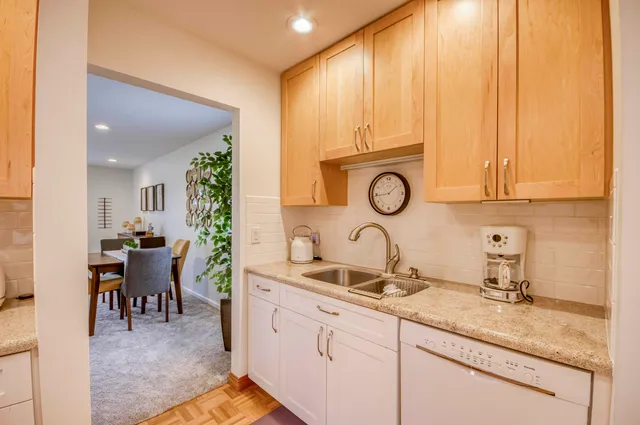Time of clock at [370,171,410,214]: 1:43
